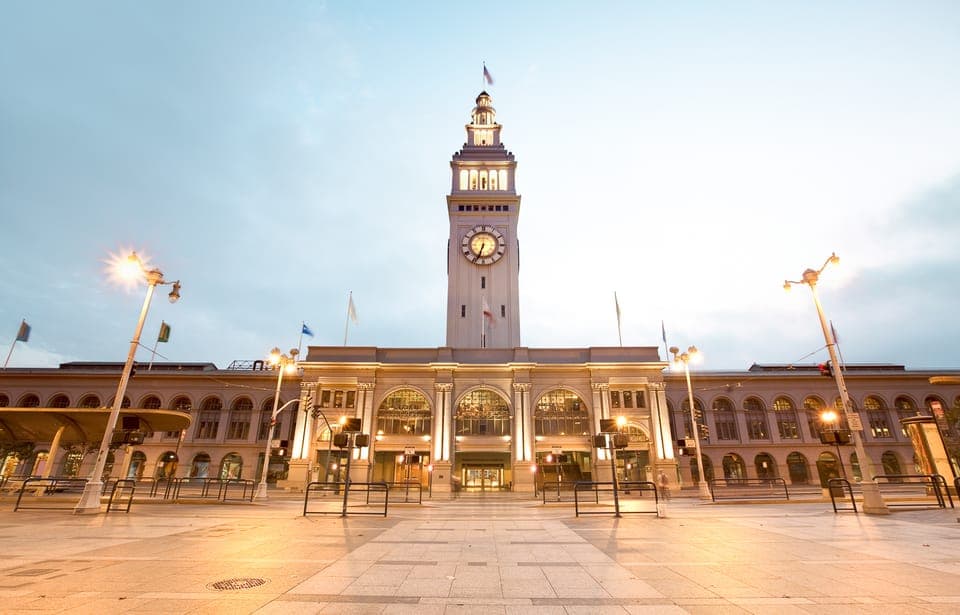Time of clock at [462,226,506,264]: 6:33
